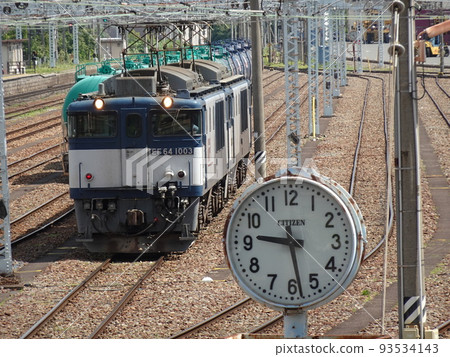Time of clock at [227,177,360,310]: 9:28
